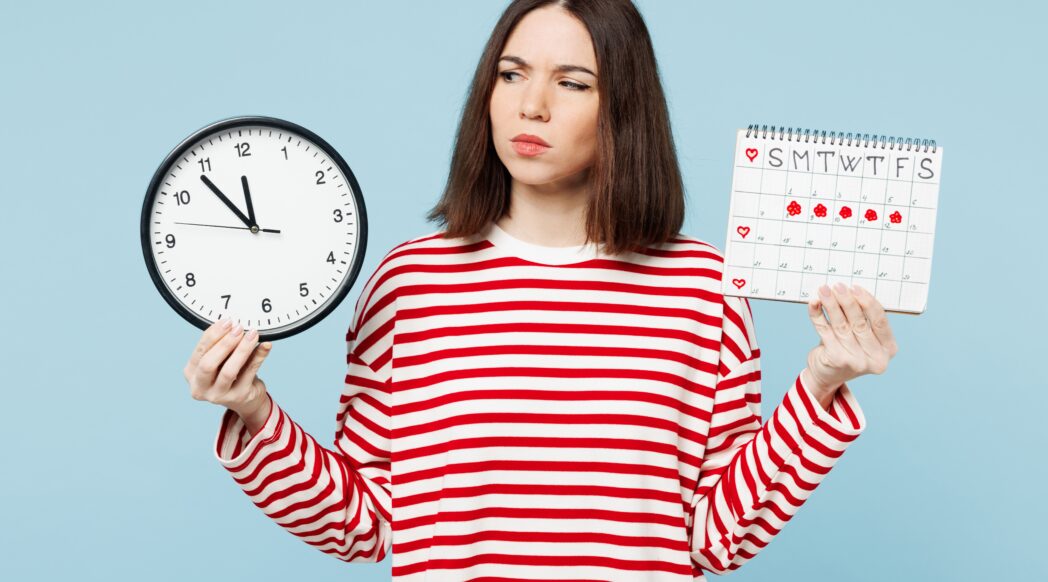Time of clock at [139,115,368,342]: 11:53
